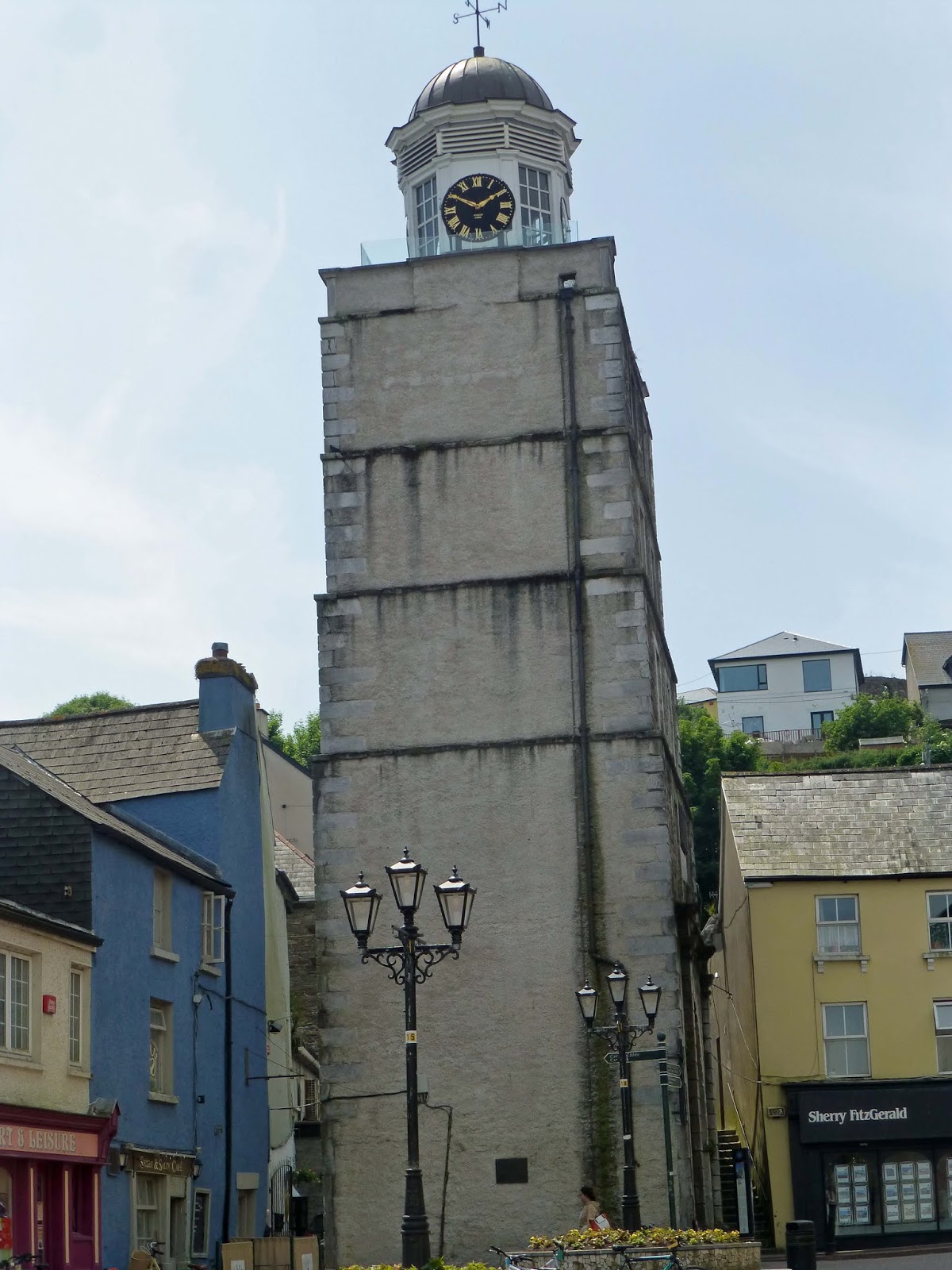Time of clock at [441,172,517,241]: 1:50
